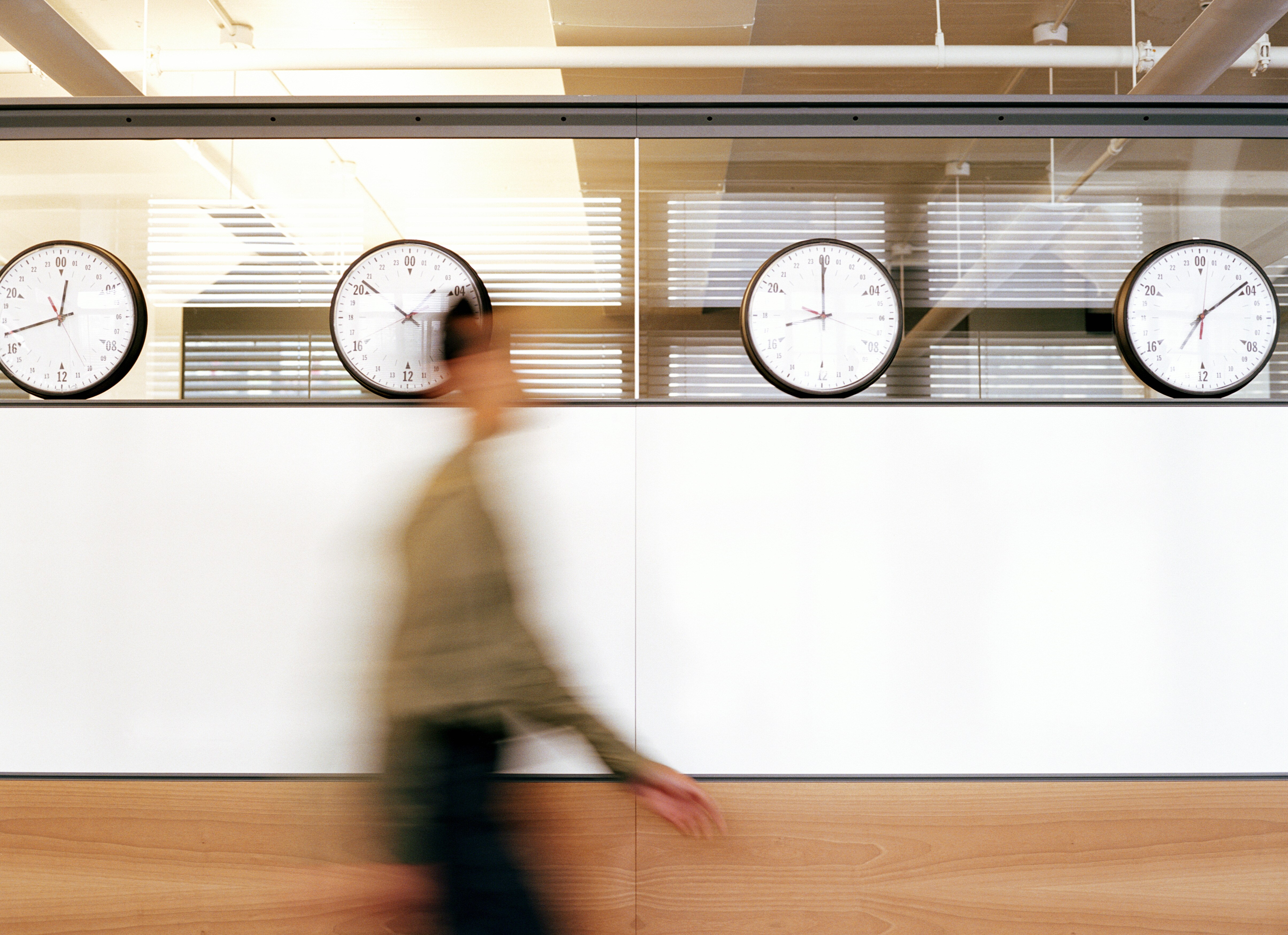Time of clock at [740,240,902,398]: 8:59
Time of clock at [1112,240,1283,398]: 7:08
